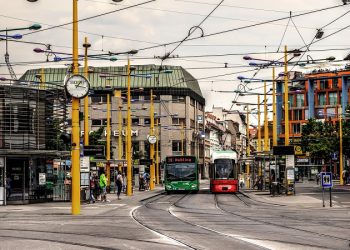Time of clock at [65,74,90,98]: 1:16
